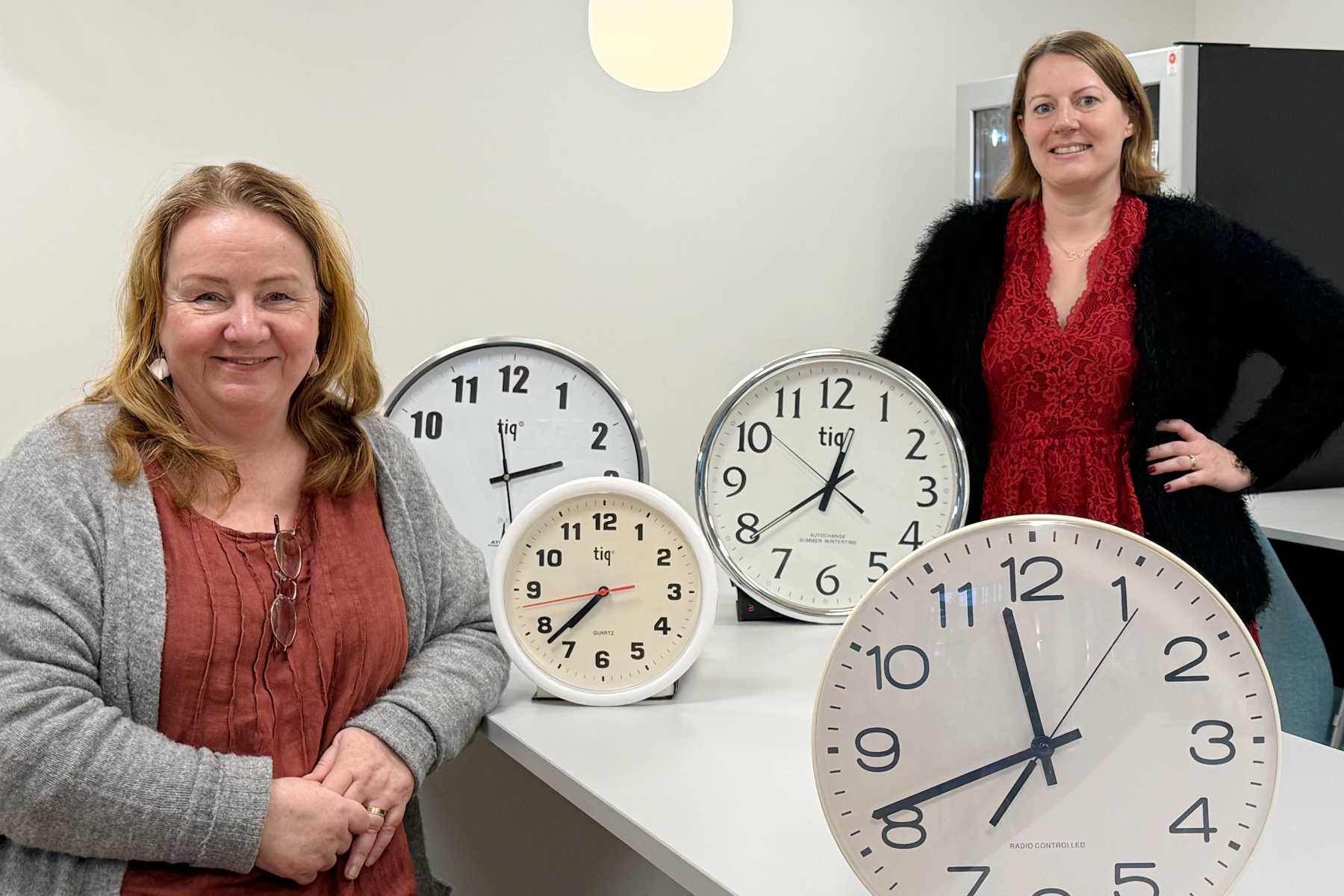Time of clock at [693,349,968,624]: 12:38
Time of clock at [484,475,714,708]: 7:37
